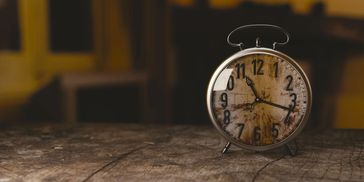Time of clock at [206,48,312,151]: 11:17
